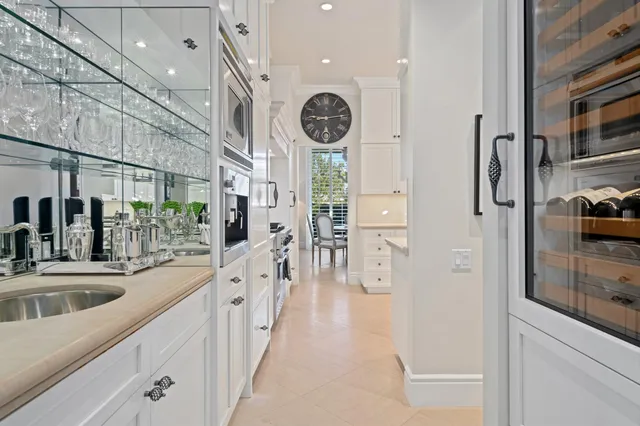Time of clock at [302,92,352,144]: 9:13
